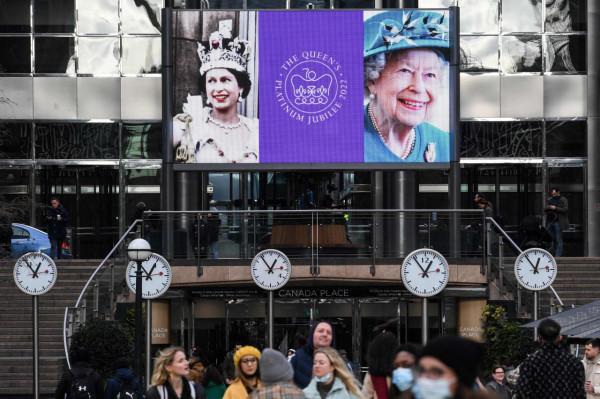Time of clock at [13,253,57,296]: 12:53
